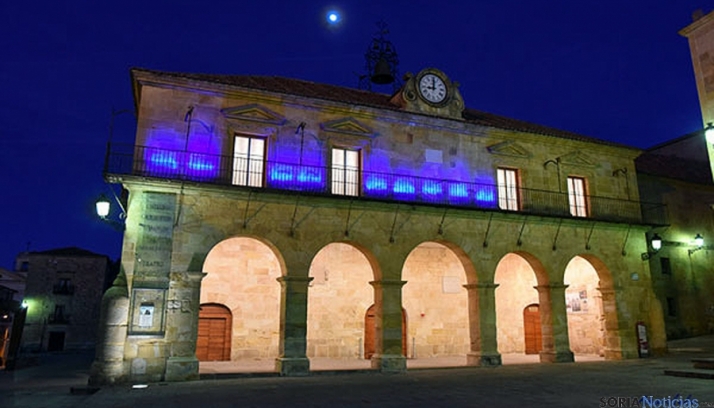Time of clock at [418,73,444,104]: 9:01
